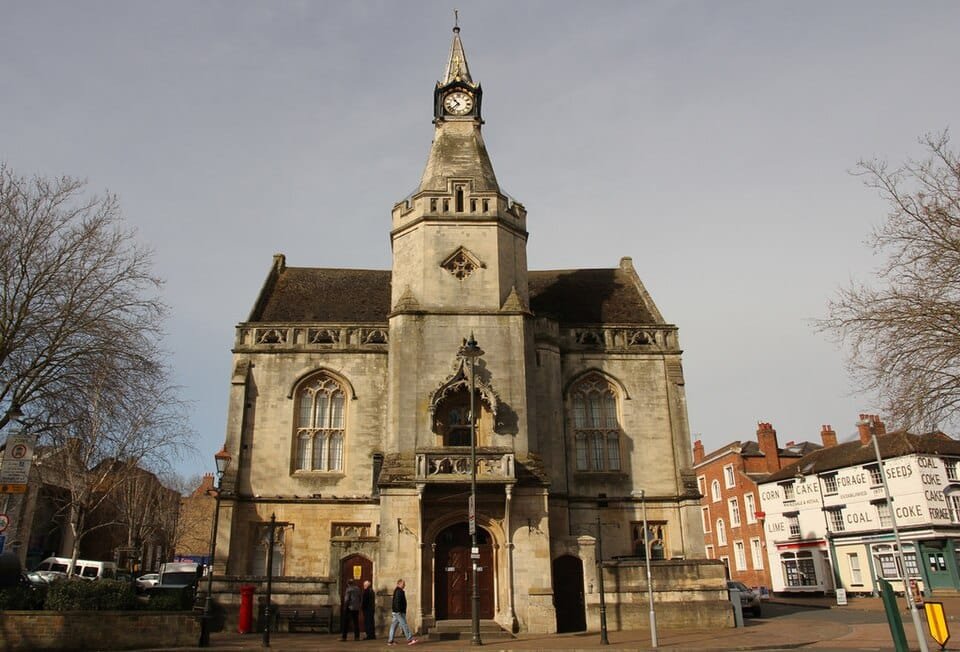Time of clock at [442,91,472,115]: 10:37
